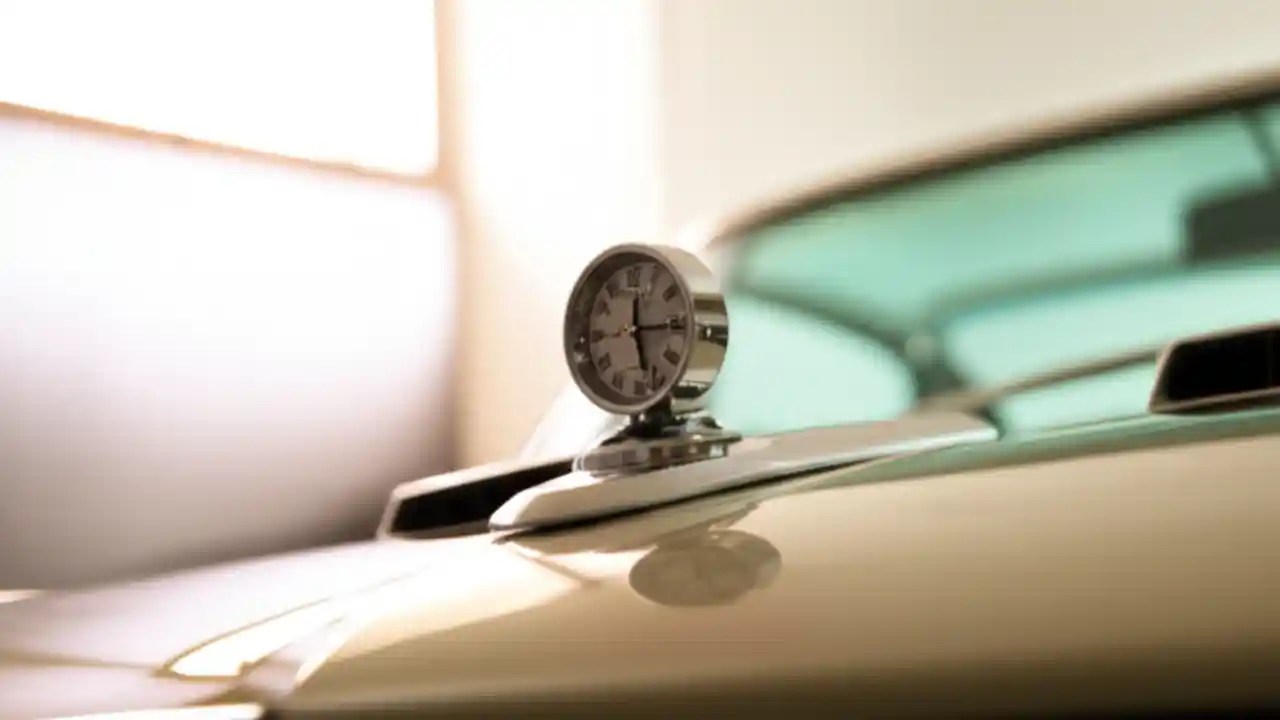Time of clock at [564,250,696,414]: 12:14
